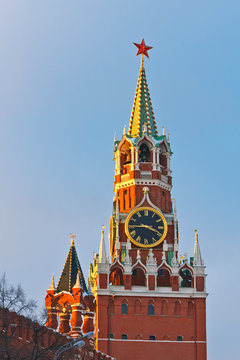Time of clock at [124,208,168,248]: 3:44
